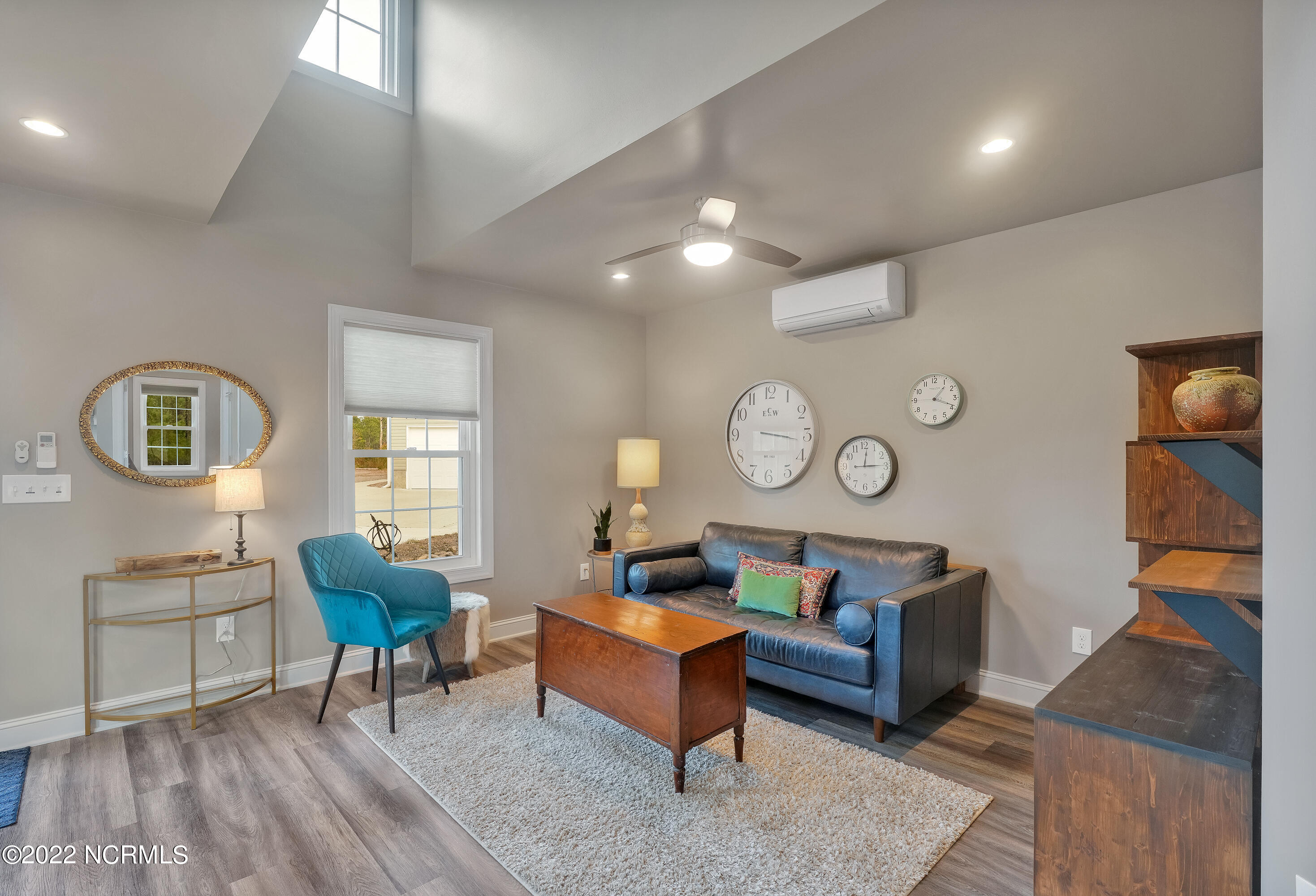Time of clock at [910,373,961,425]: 1:18
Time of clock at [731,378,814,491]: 3:16
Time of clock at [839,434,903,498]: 12:14
